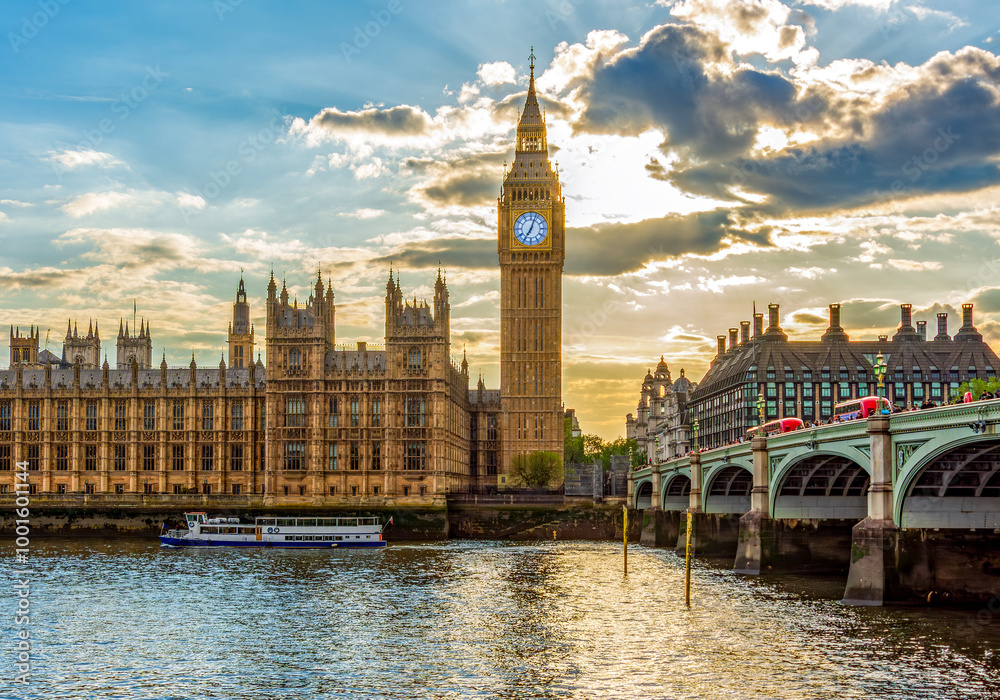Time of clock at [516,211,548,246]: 7:03
